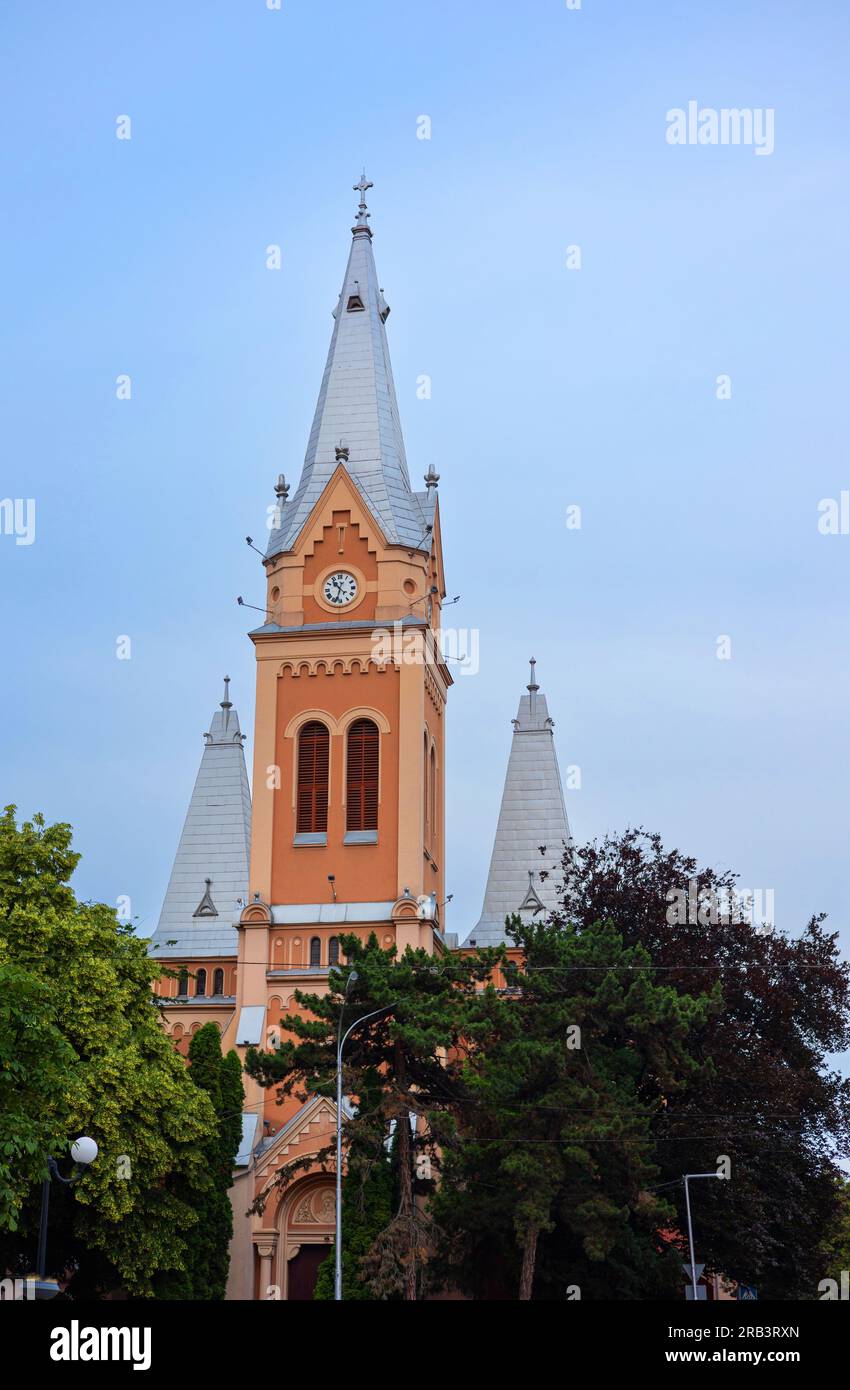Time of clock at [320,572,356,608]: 10:33
